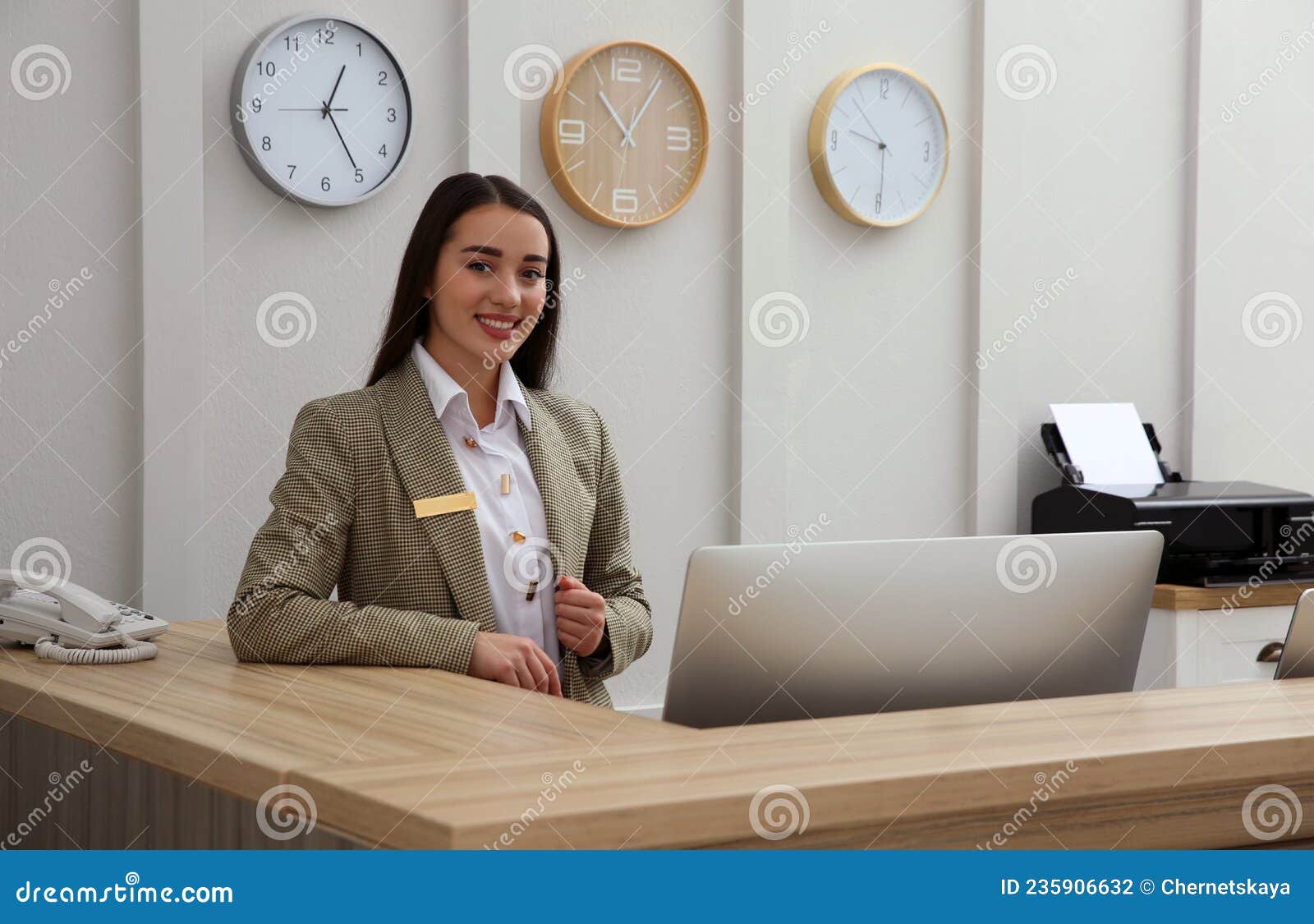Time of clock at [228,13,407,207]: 12:24
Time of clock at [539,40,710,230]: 11:05
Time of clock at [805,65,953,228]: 9:29
